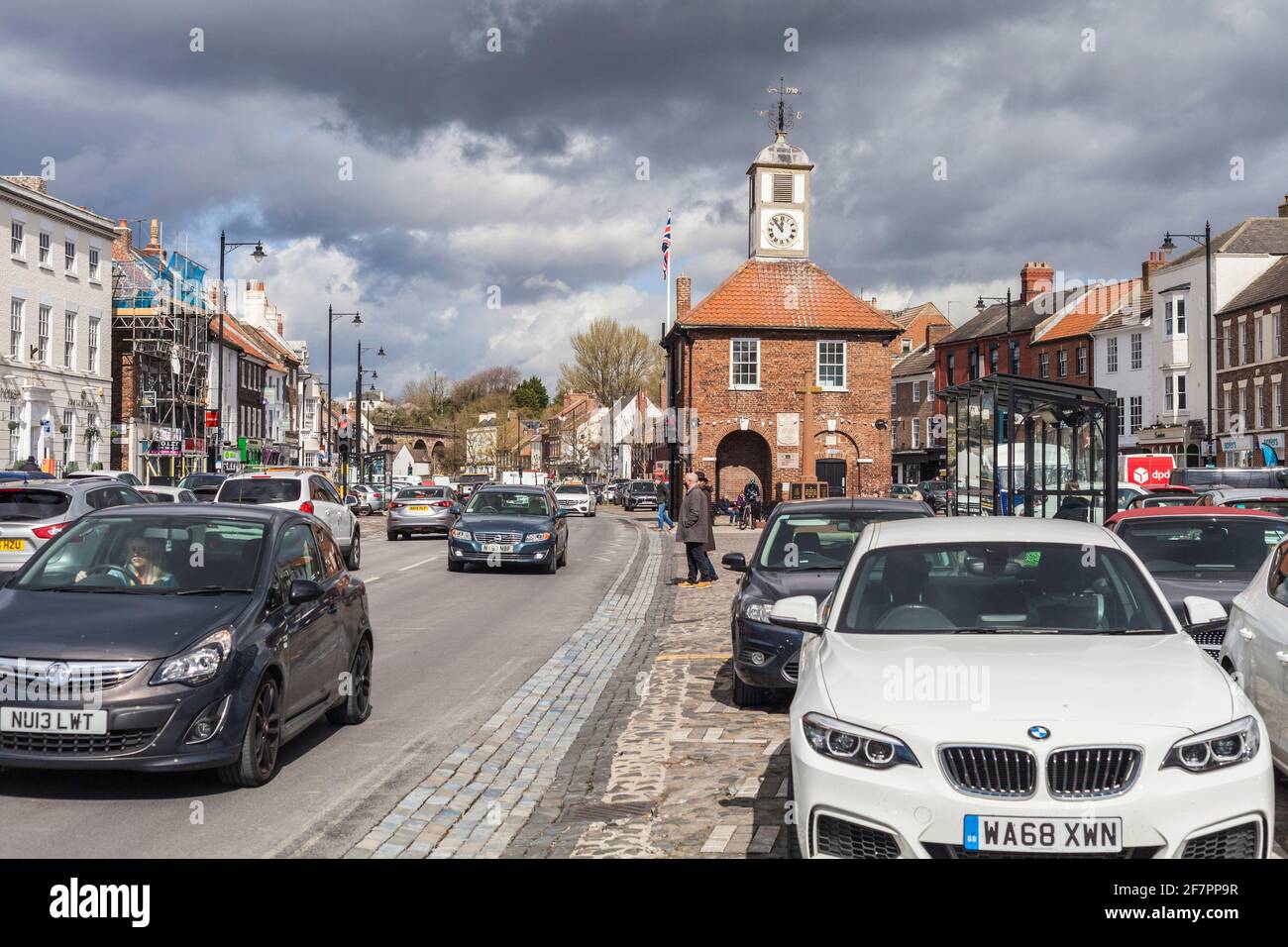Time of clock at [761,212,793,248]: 11:53
